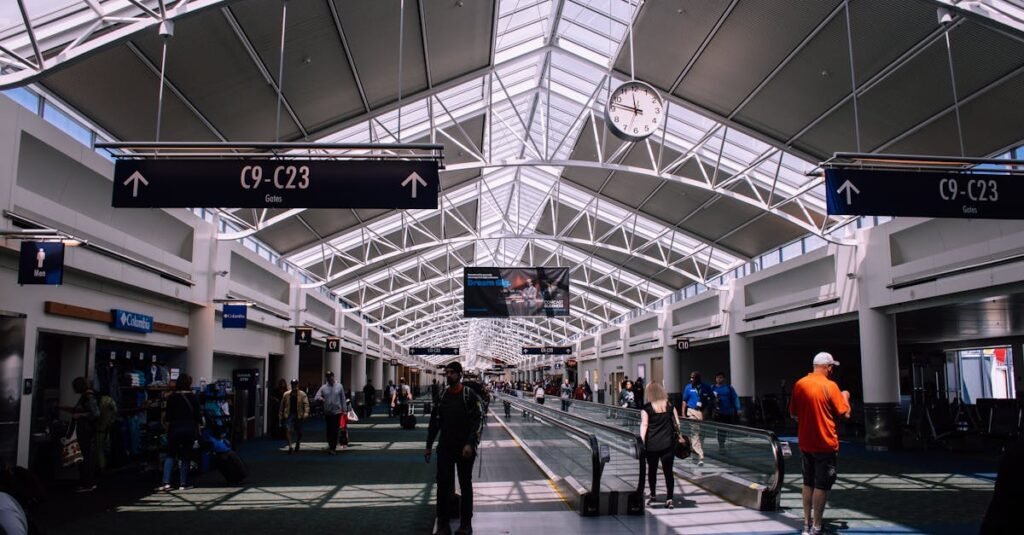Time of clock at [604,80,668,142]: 11:47
